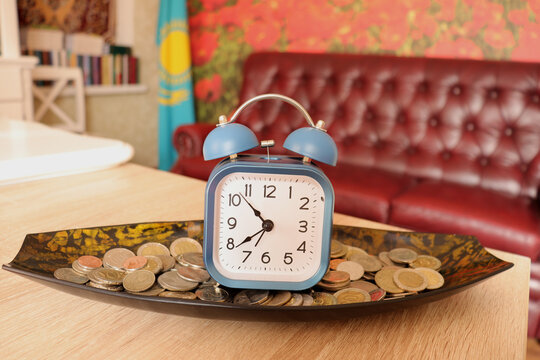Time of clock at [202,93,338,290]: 10:38
